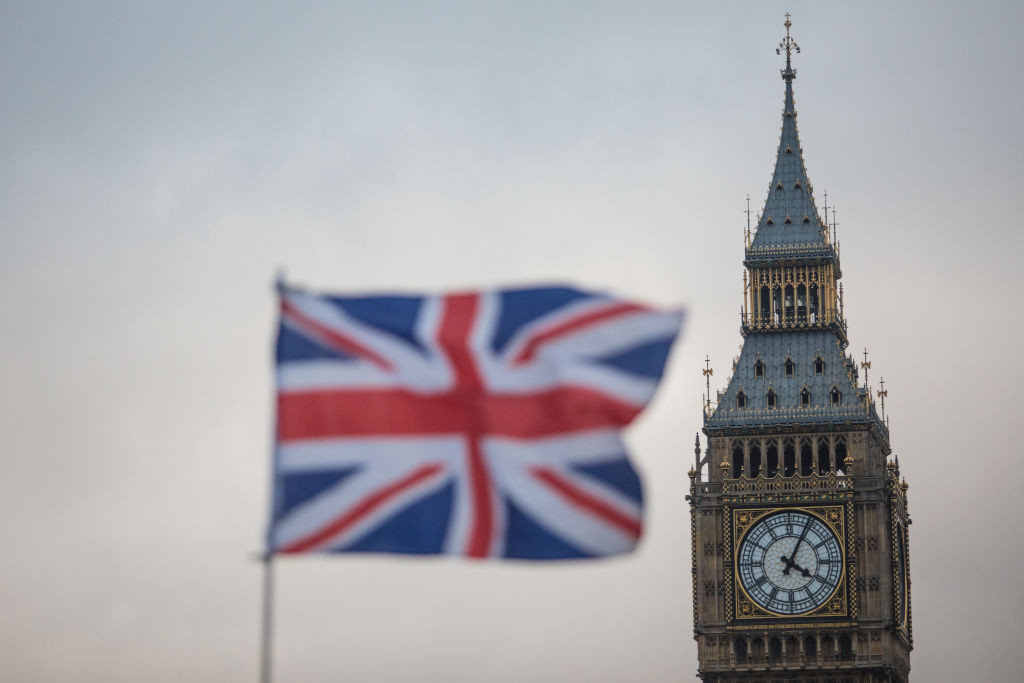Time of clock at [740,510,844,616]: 4:04
